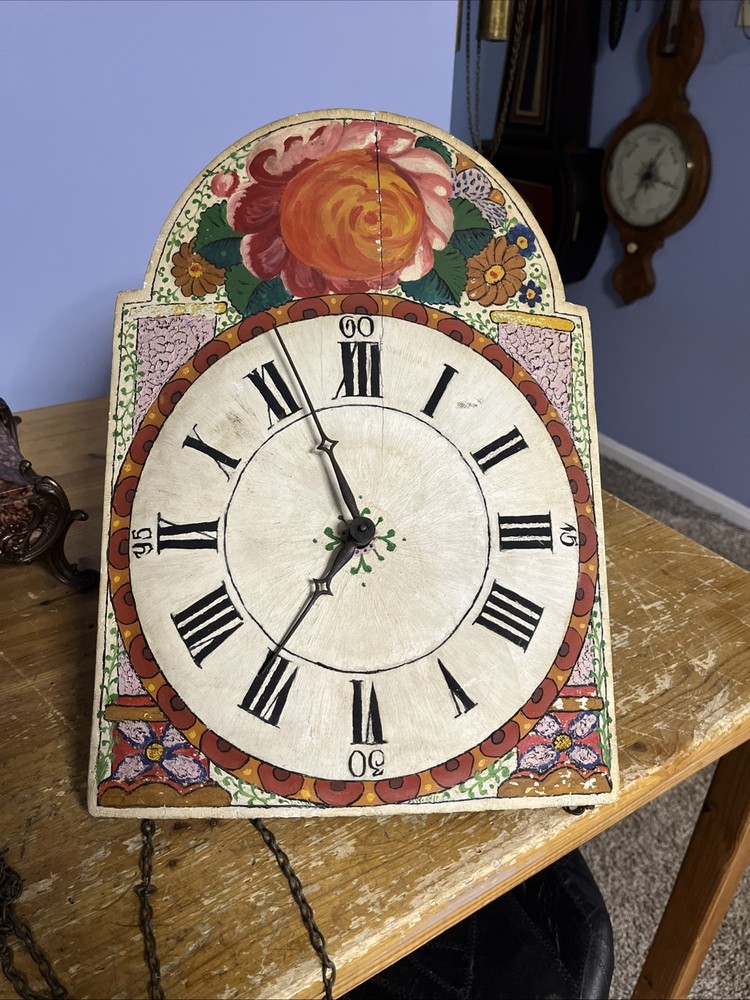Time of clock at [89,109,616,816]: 6:56
